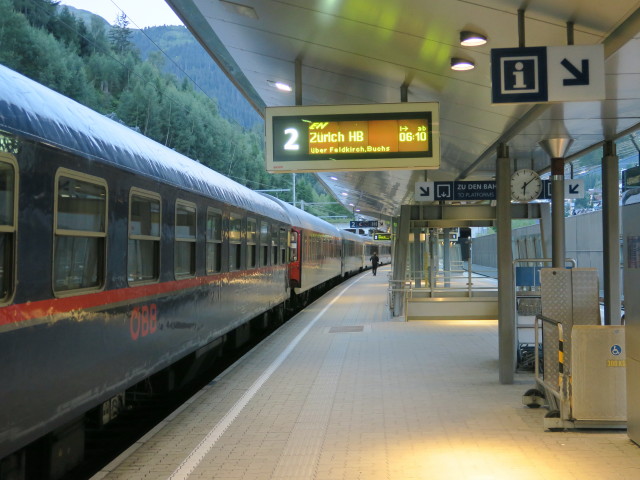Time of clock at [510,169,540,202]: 6:08
